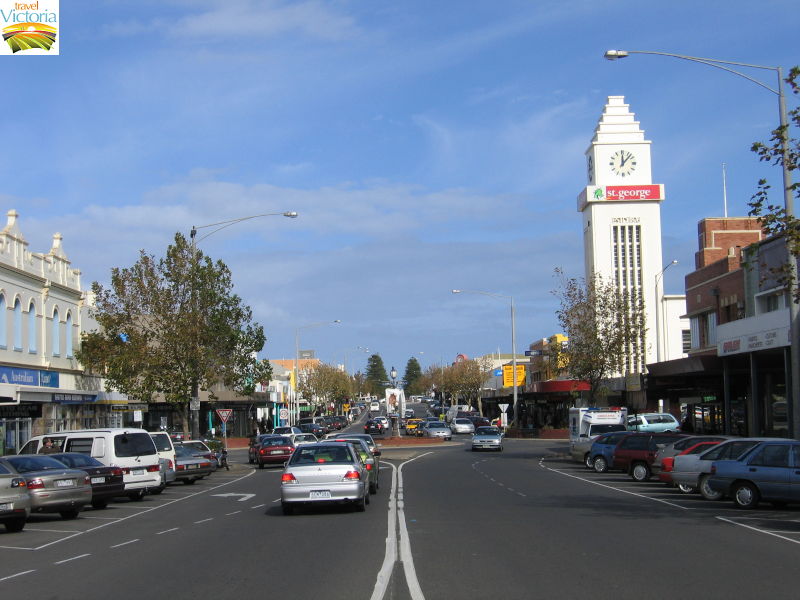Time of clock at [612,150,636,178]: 12:07
